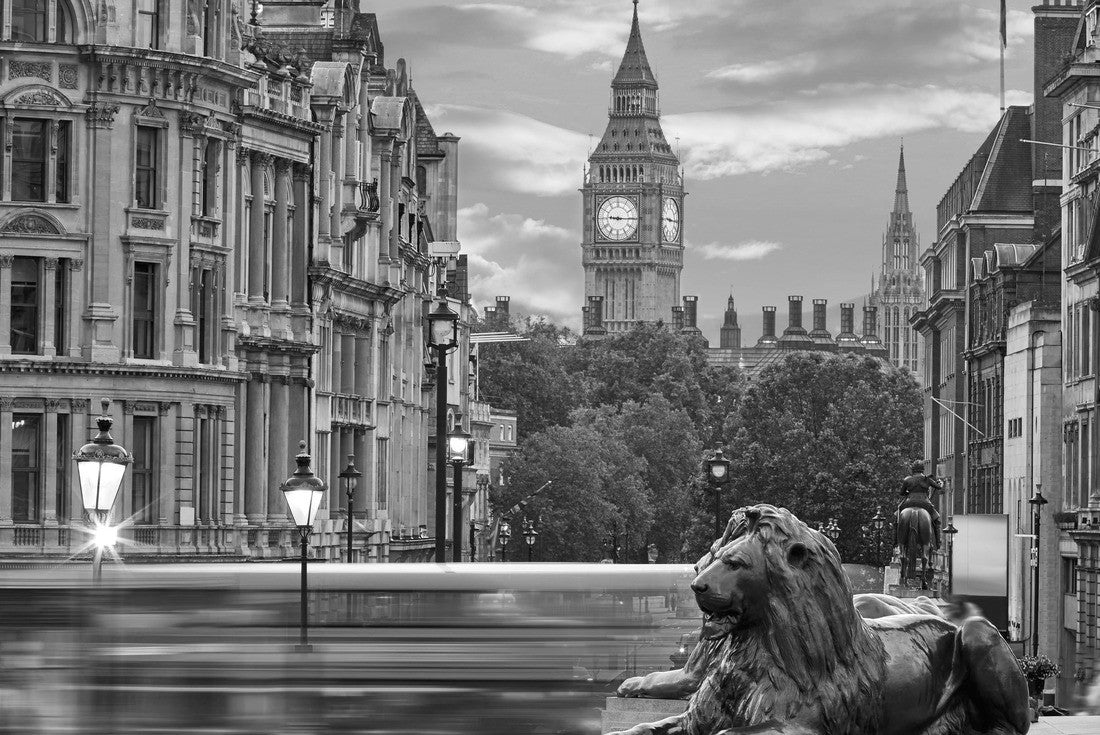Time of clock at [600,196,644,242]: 9:15
